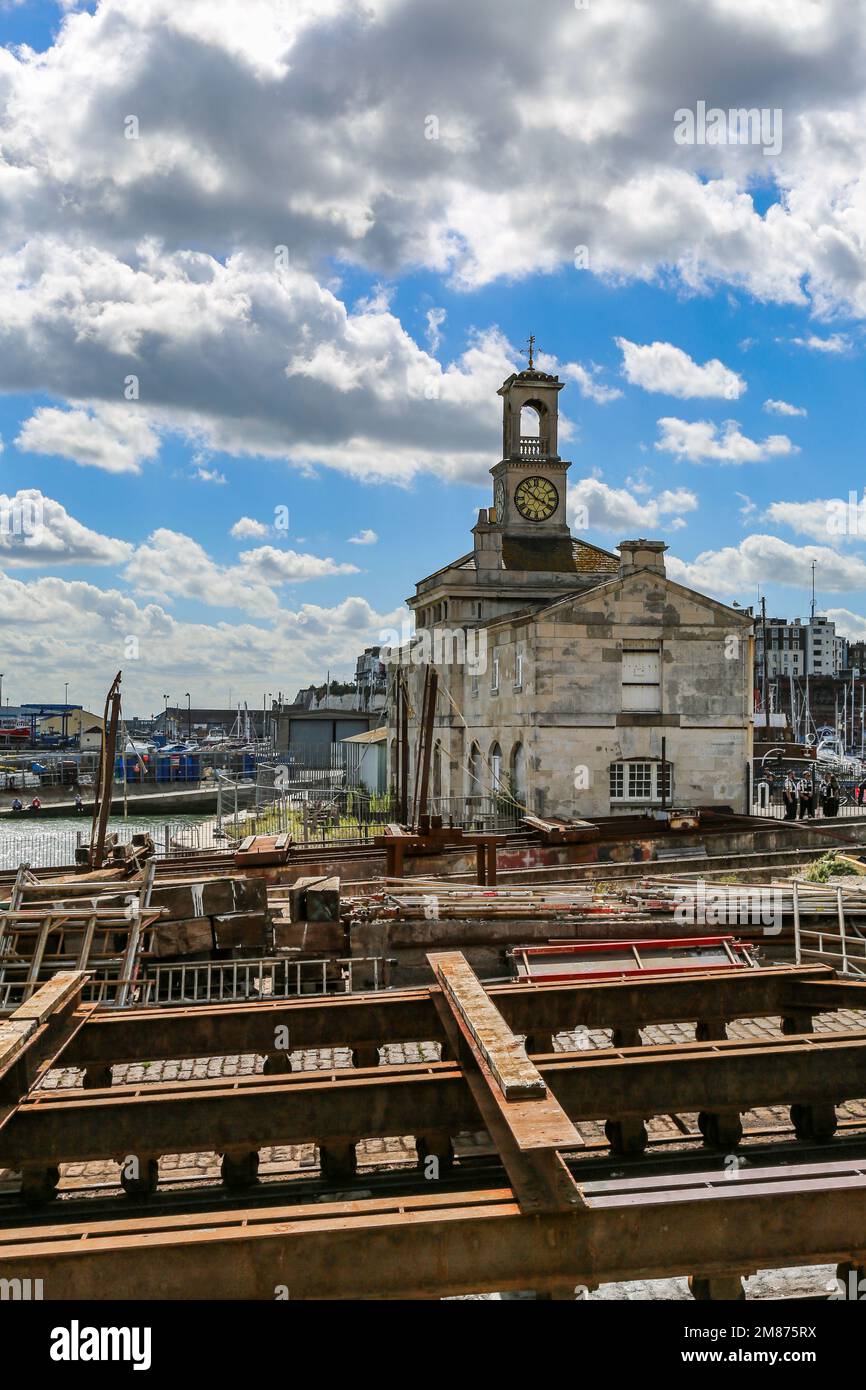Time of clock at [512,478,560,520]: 3:51
